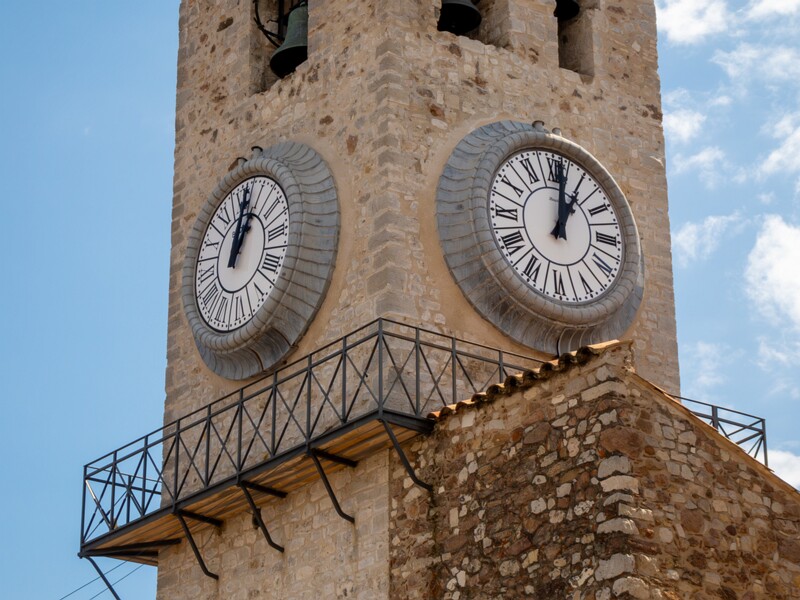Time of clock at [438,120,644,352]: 1:01
